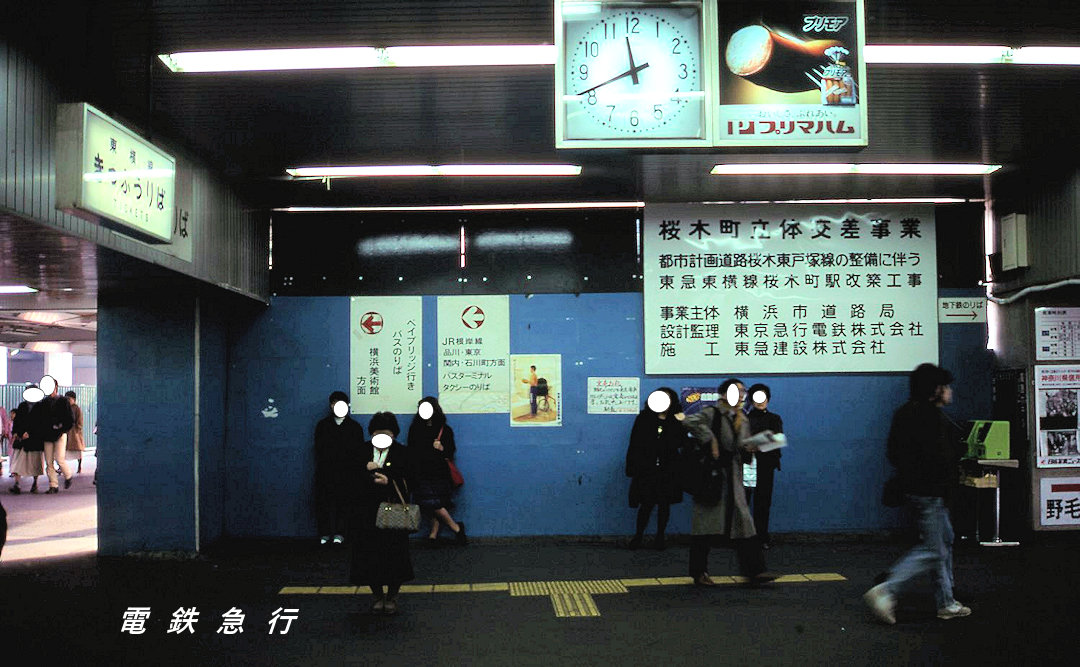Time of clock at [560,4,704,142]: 11:41
